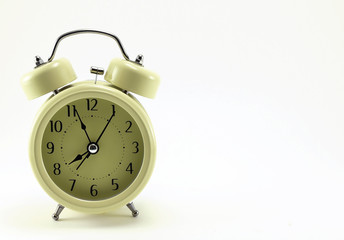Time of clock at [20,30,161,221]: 7:56
